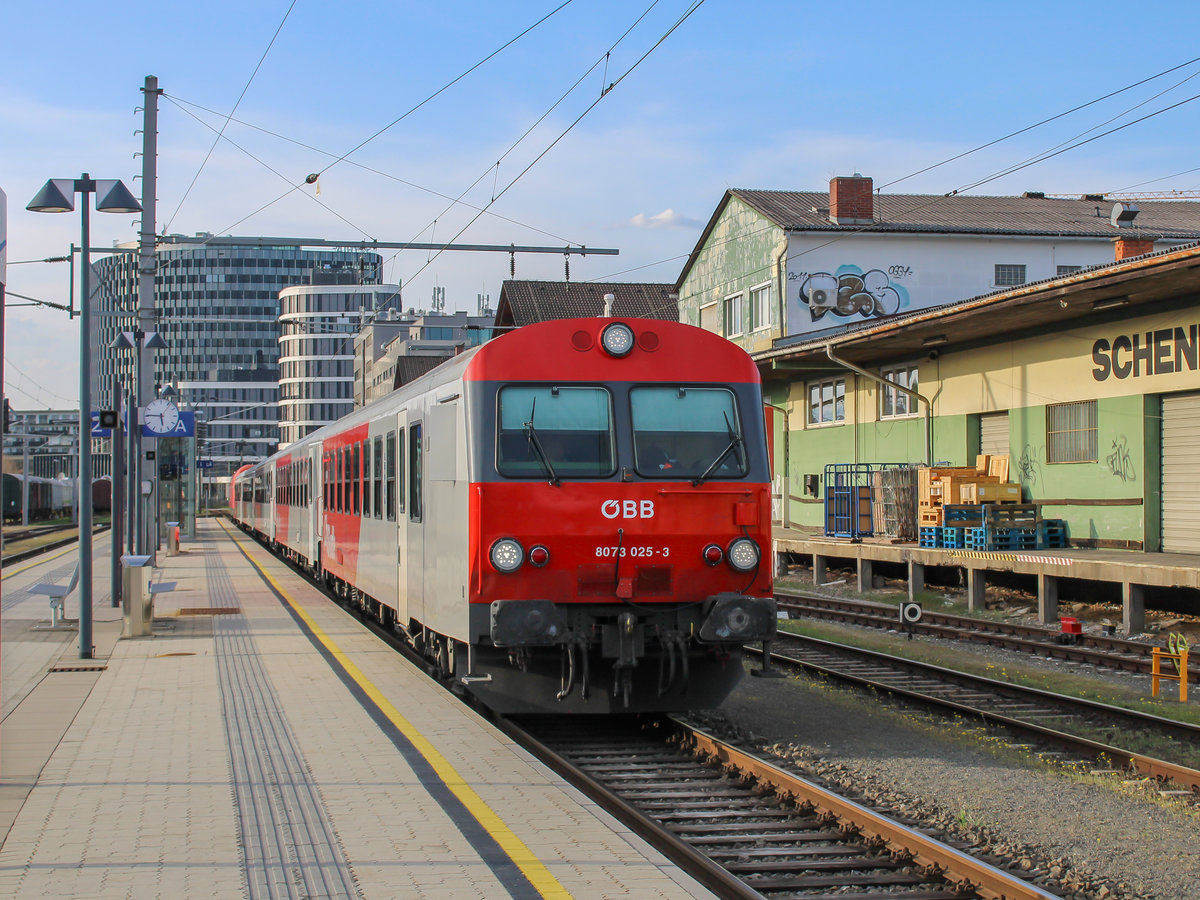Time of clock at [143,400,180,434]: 5:45
